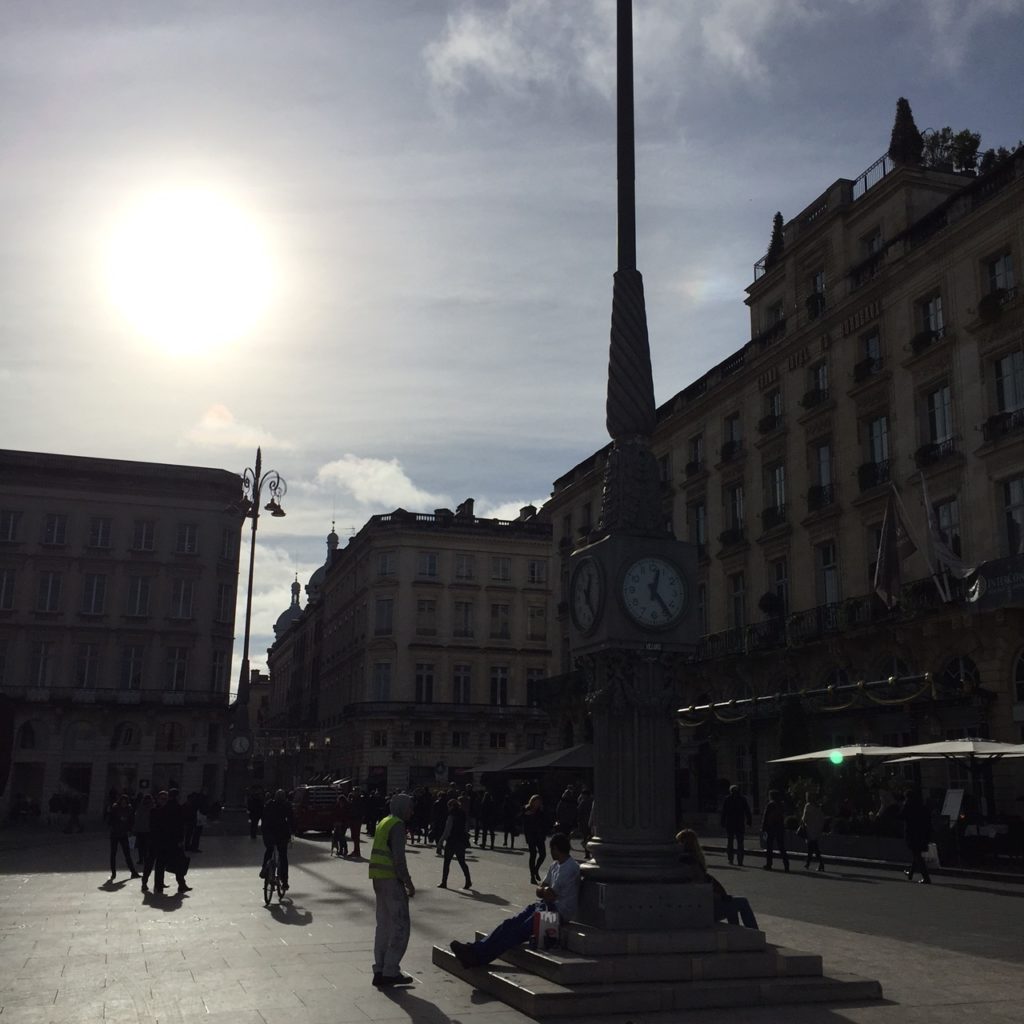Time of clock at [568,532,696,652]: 12:23
